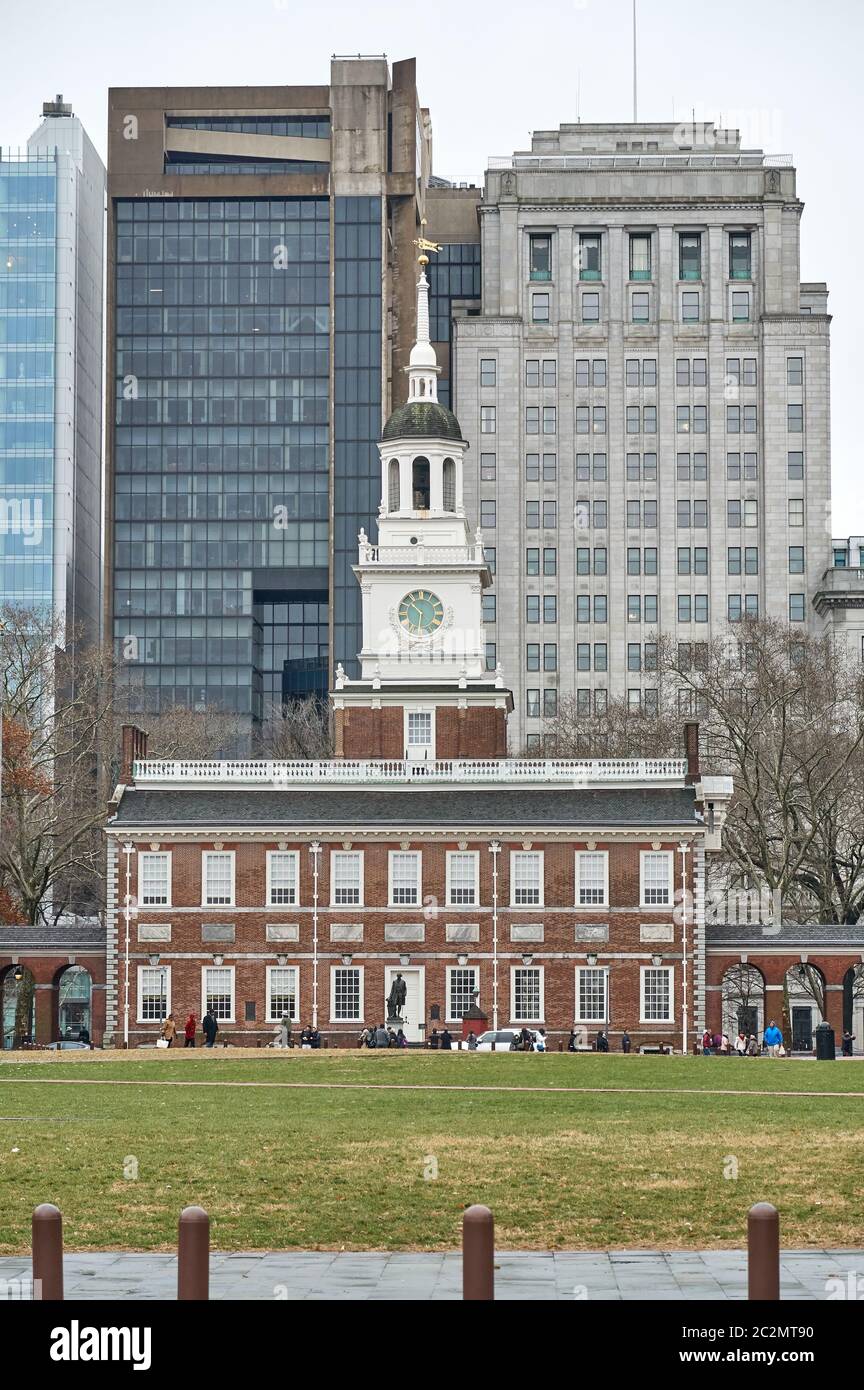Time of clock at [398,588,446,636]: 10:31
